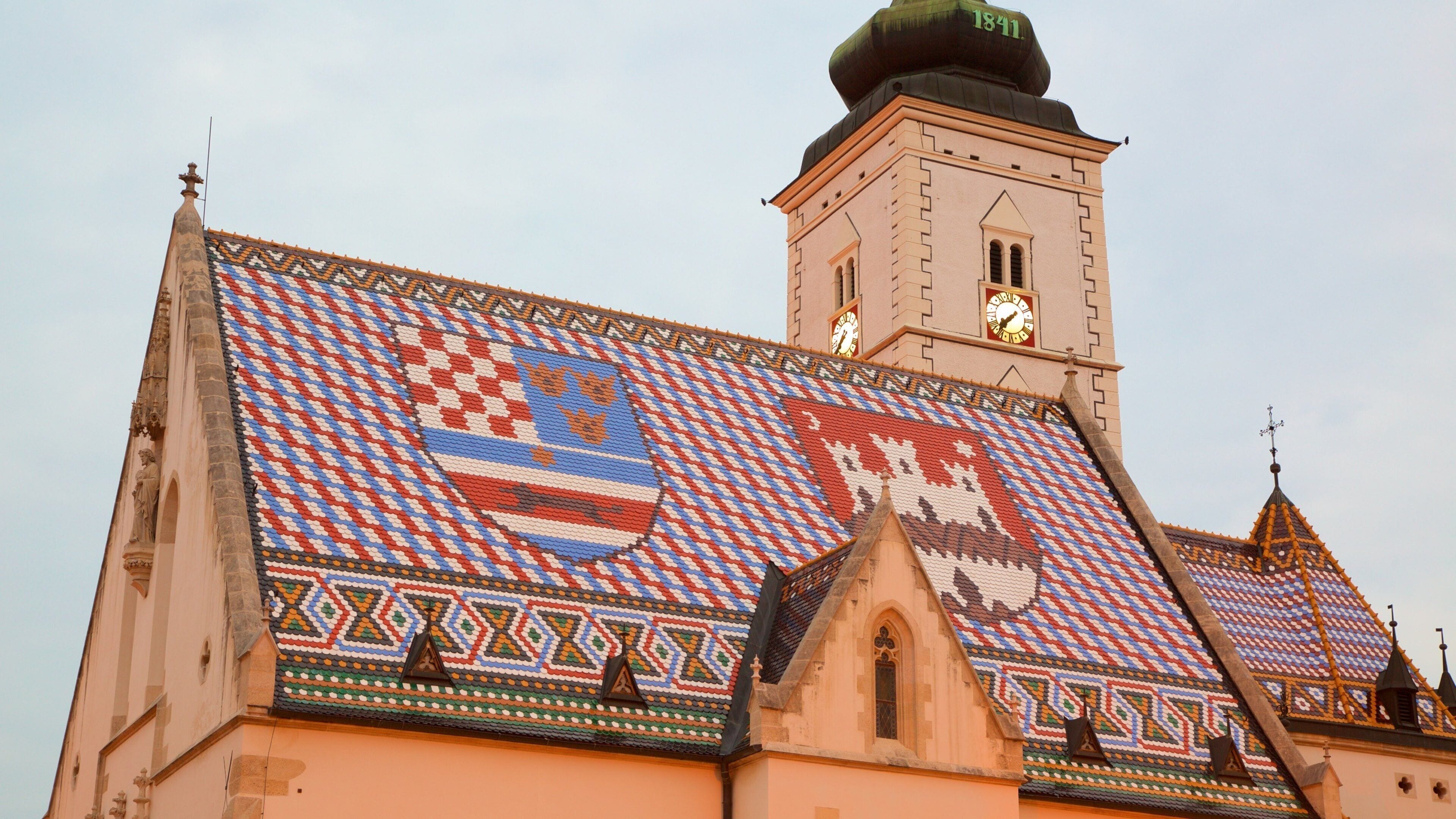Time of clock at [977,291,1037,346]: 7:37
